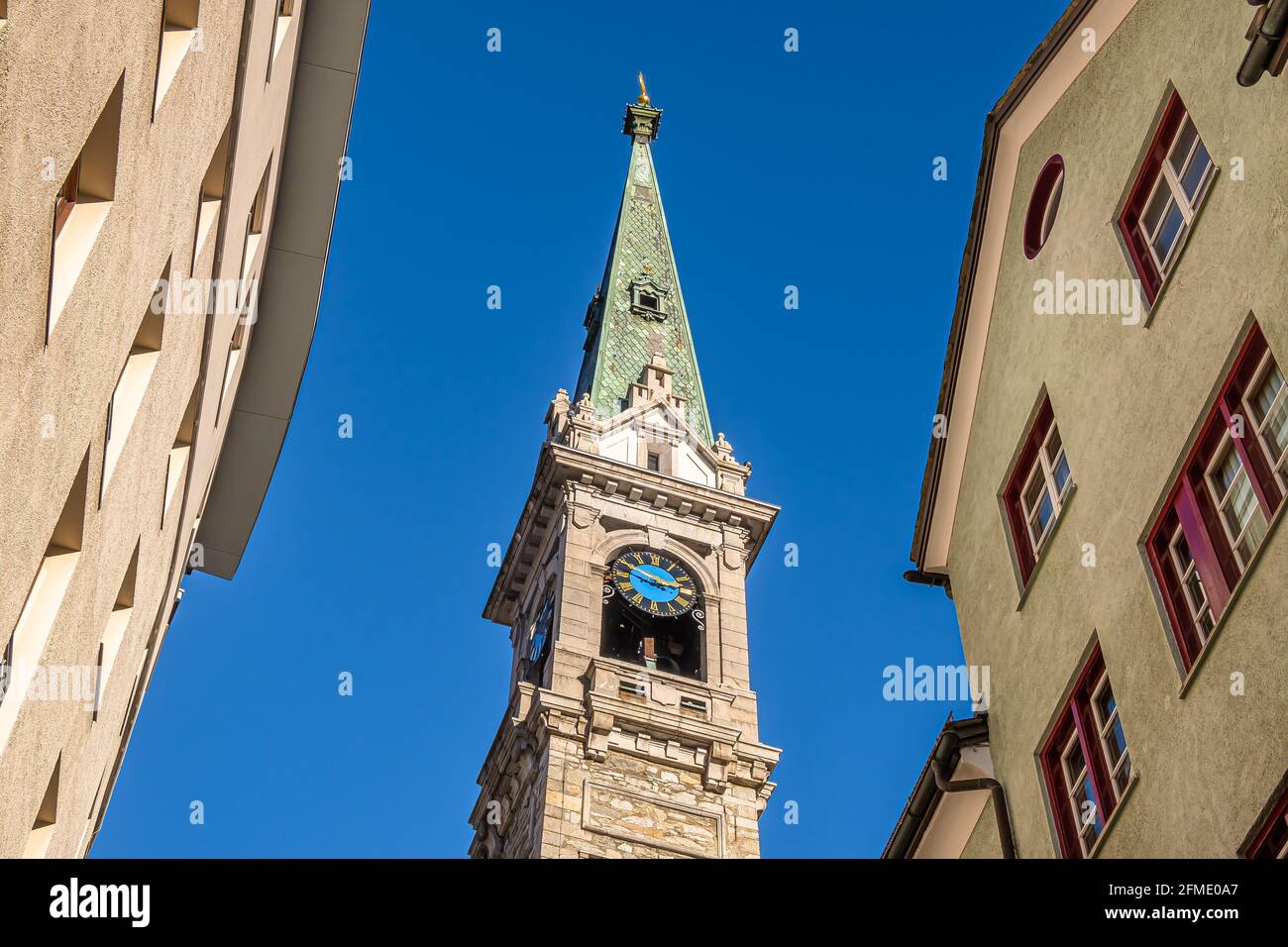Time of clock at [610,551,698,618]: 2:48
